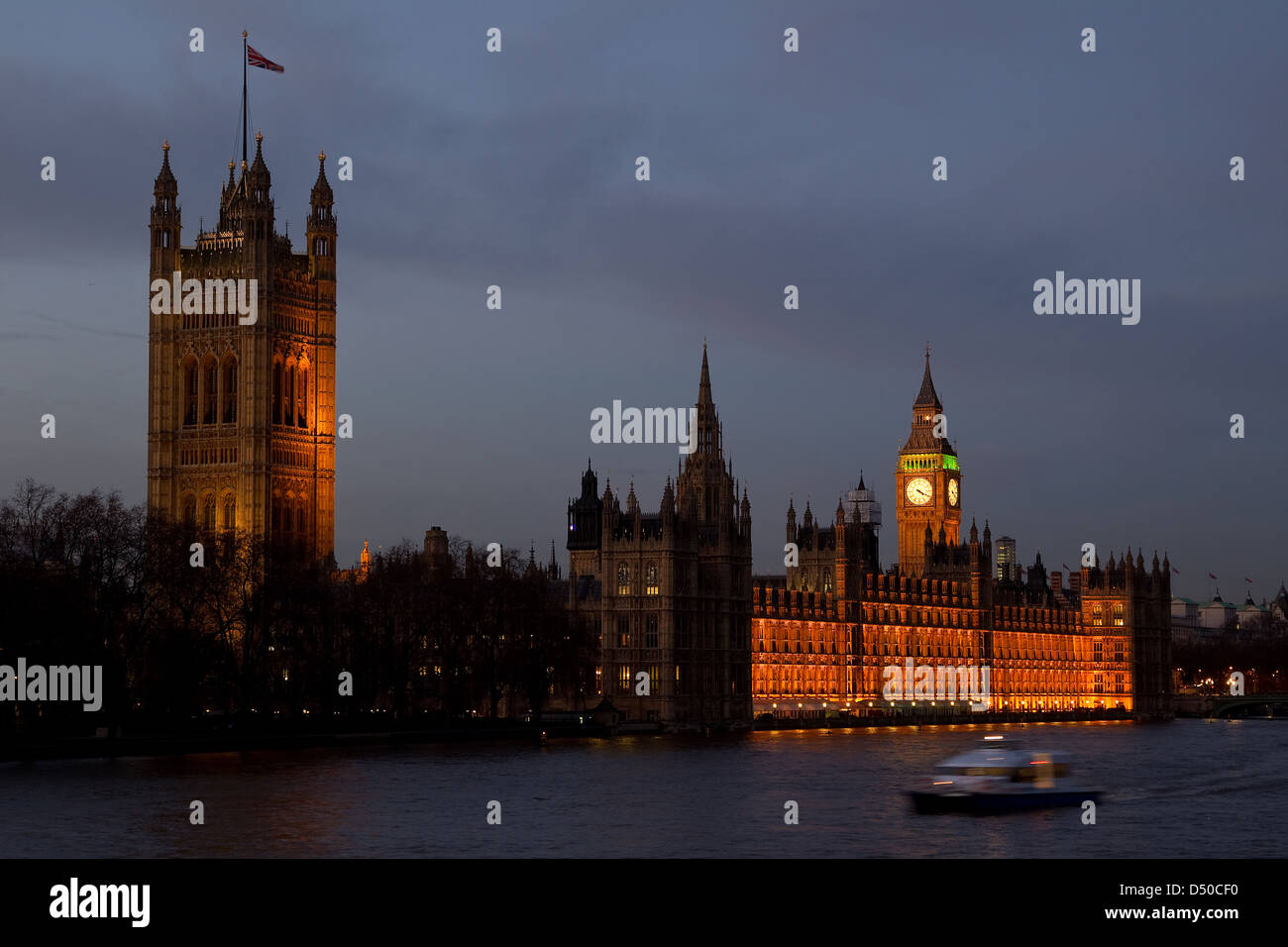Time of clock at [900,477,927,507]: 4:19
